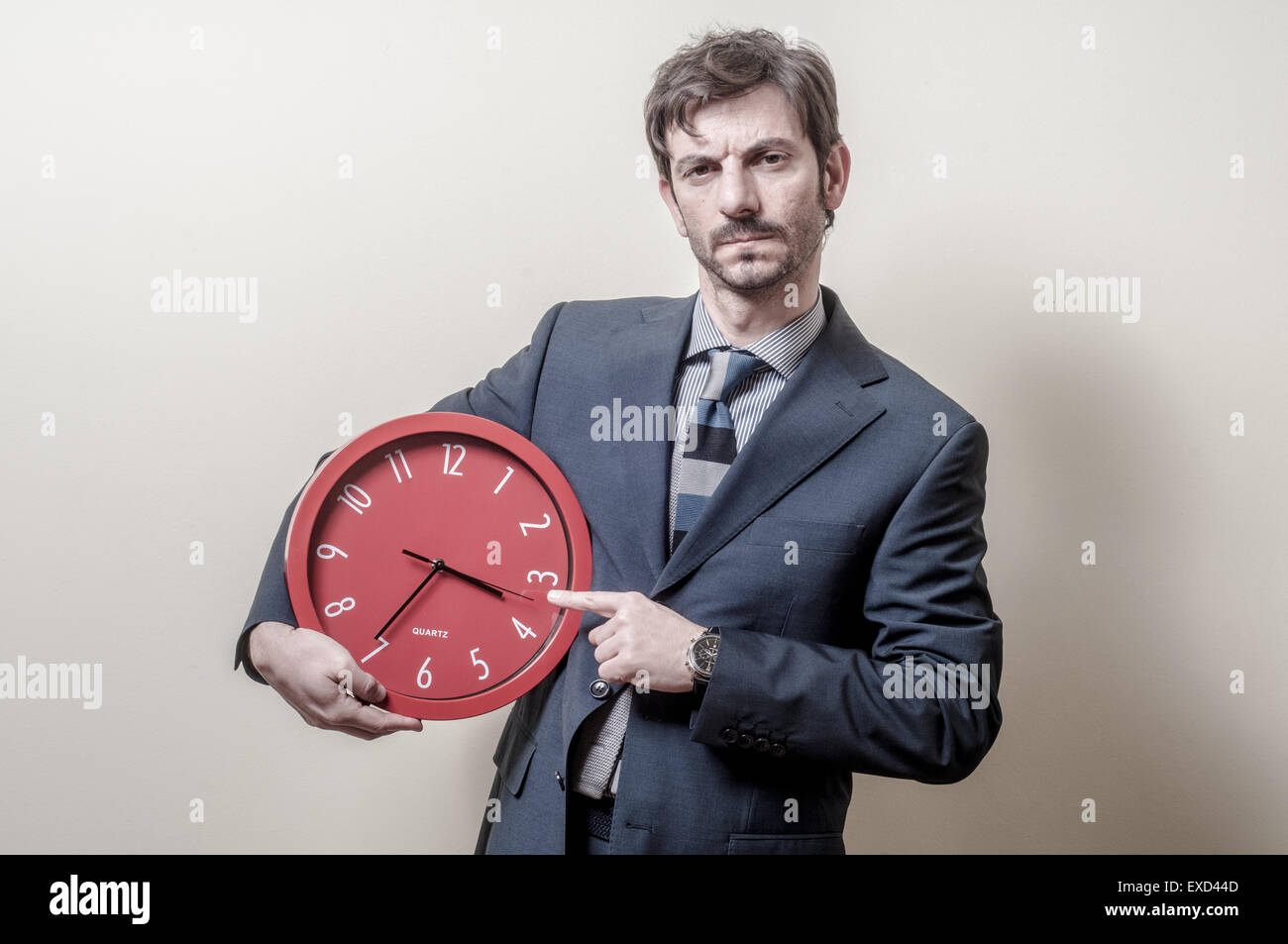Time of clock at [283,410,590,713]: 3:35
